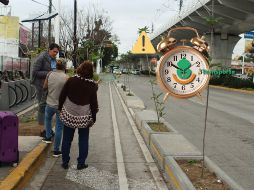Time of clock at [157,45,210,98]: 1:50
